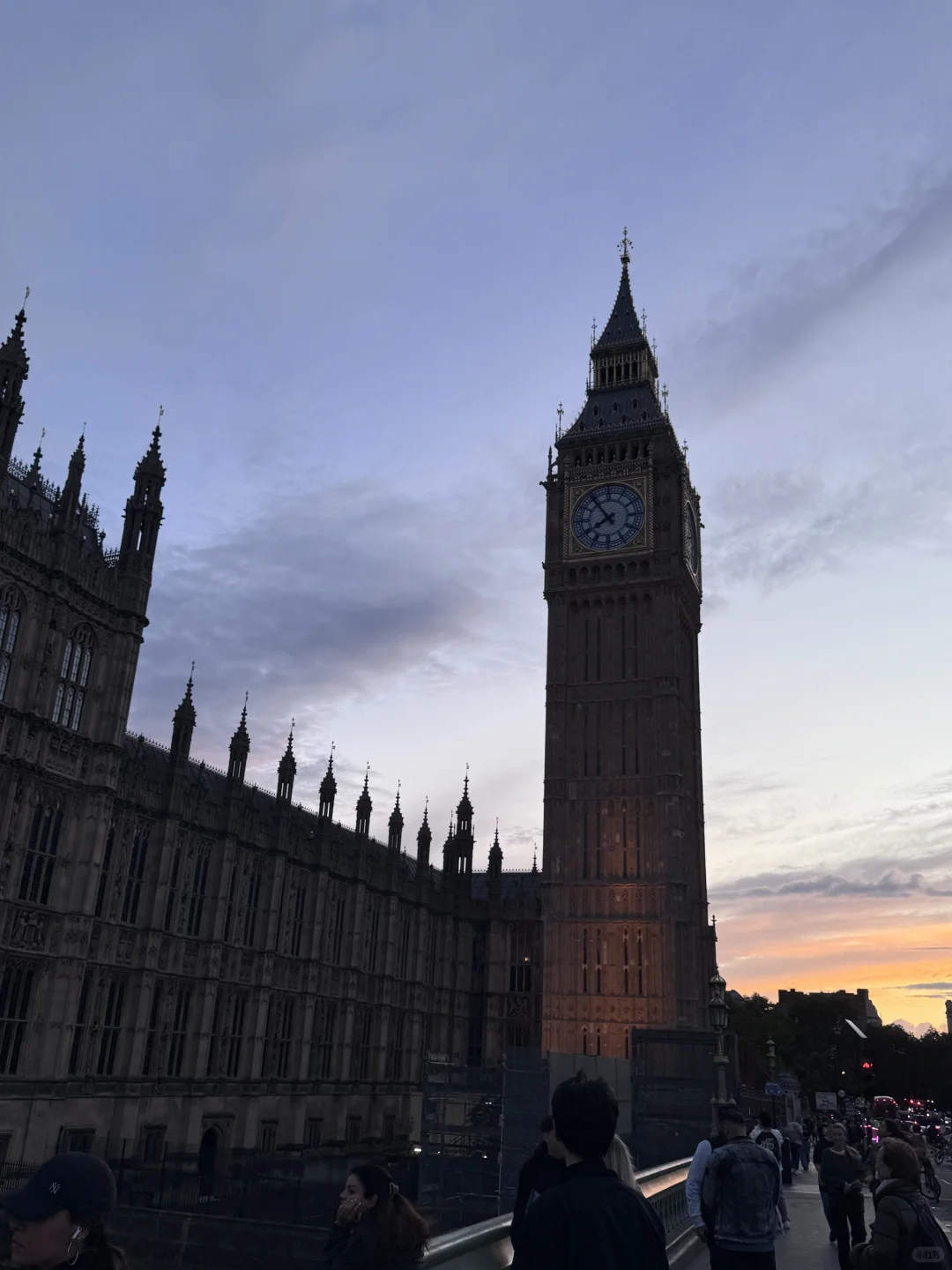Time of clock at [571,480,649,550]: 7:53
